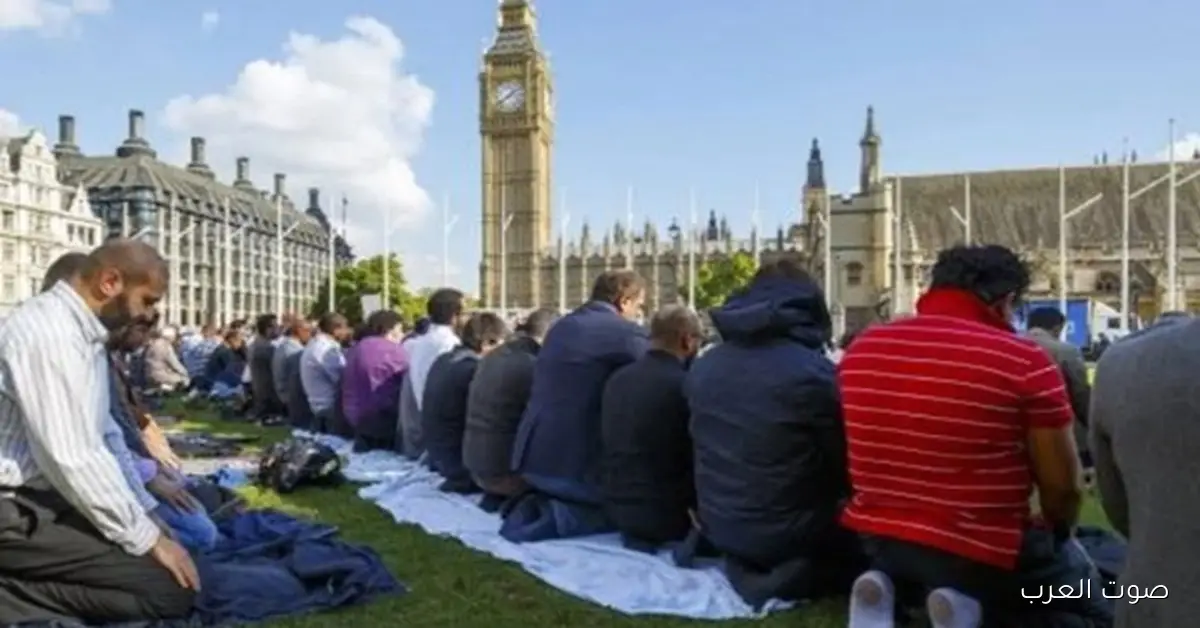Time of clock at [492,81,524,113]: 1:38
